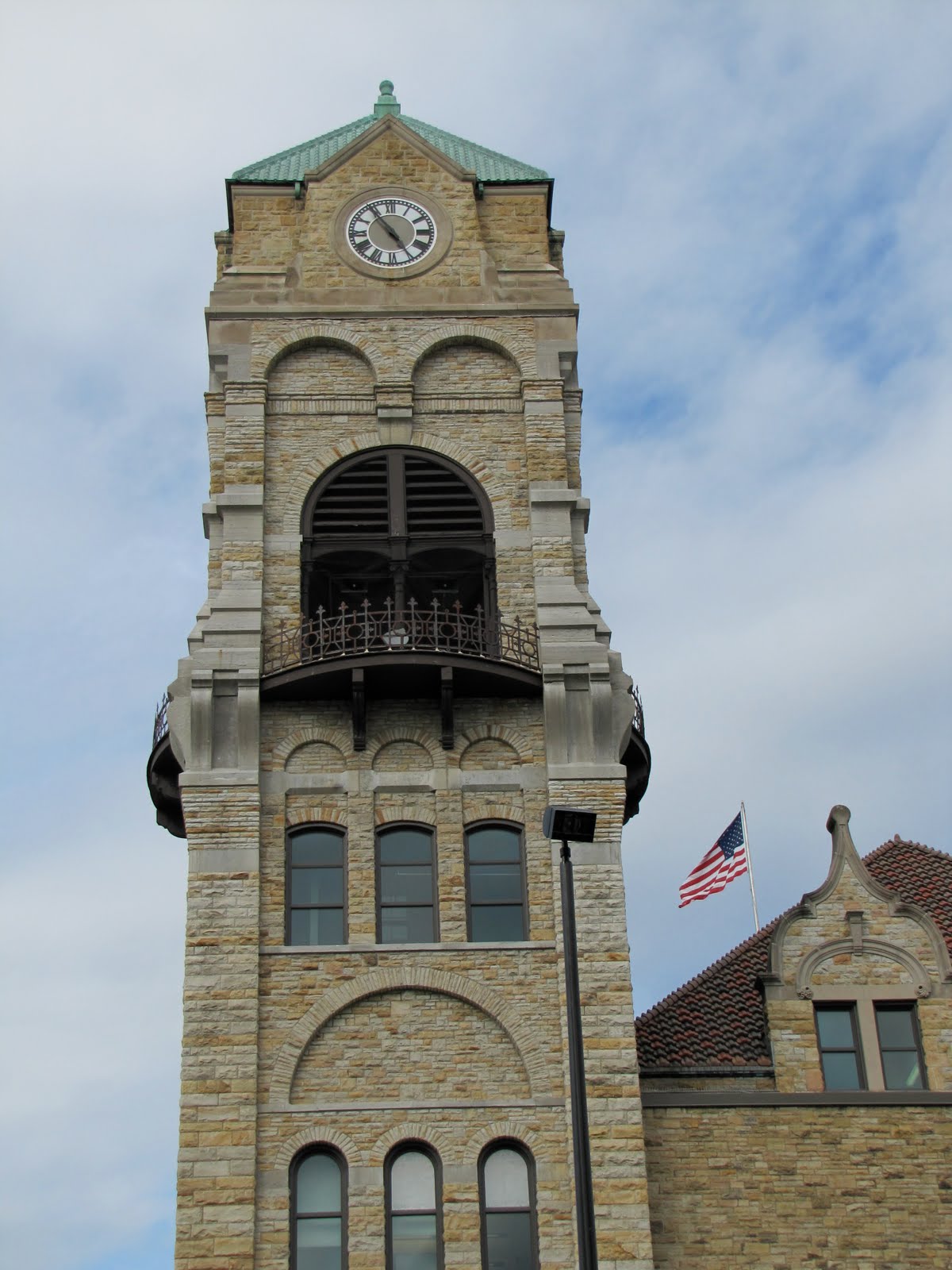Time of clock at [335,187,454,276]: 4:54
